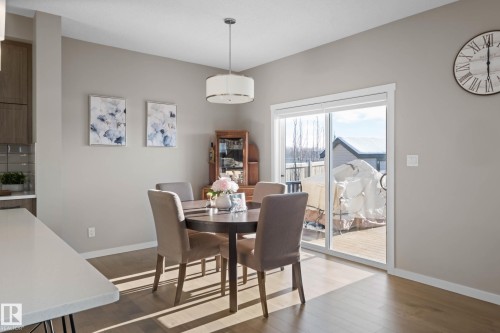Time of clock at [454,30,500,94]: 6:00
